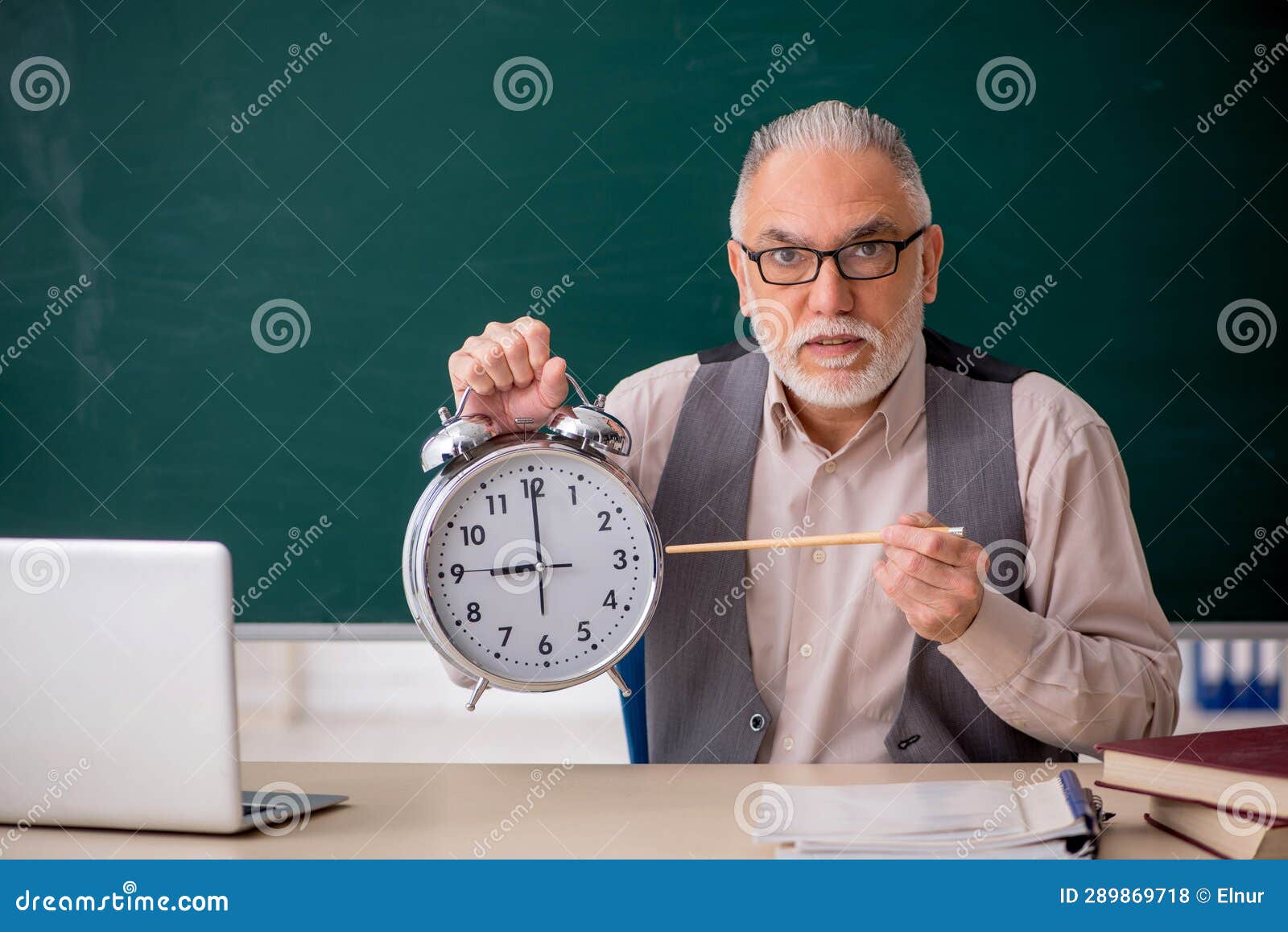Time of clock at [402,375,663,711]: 9:00
